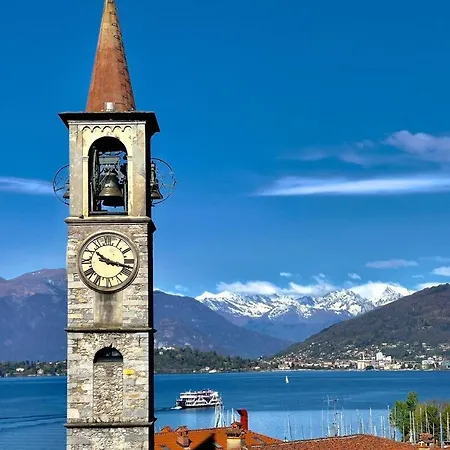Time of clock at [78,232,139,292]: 10:17
